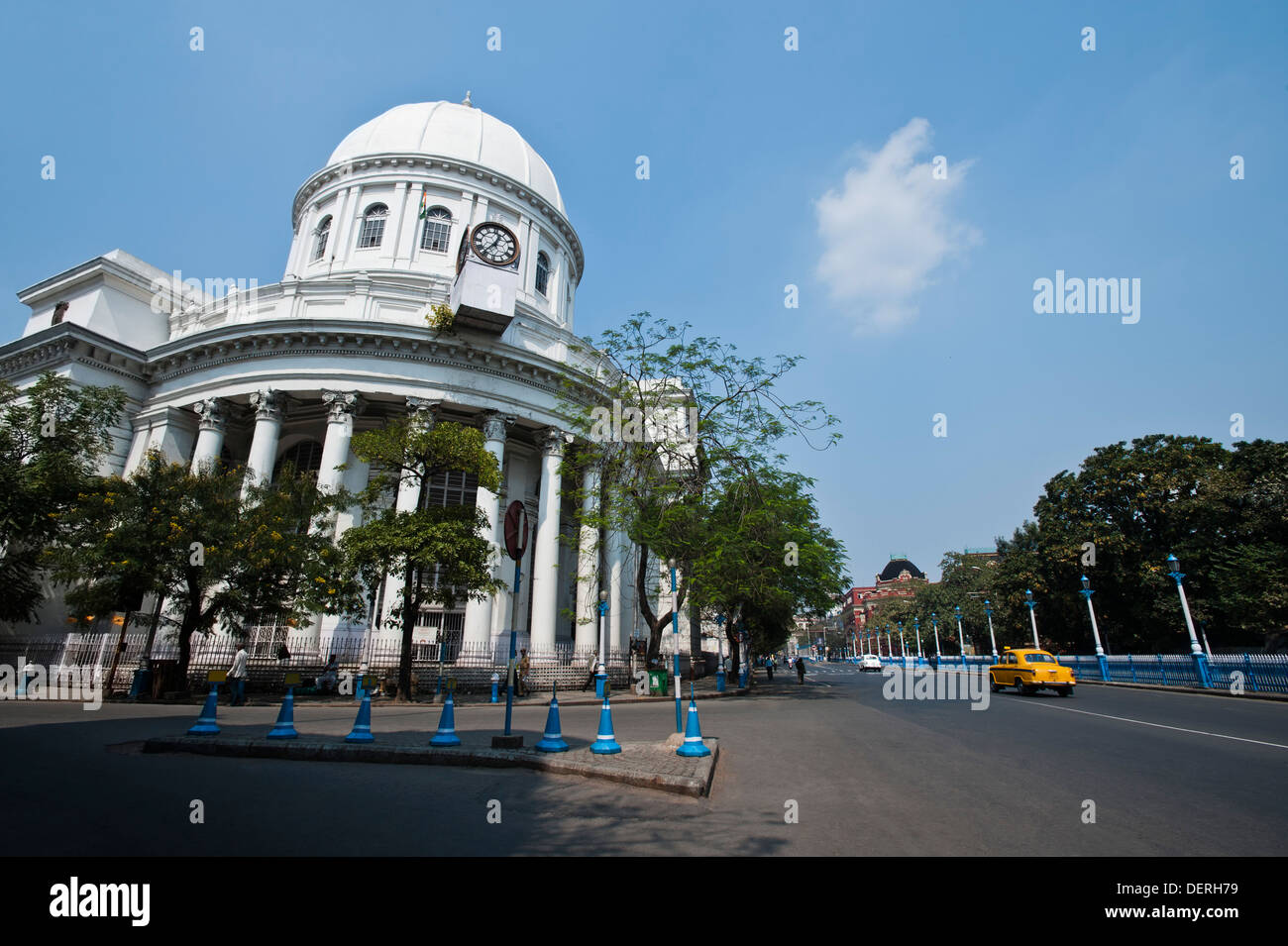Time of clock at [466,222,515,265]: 12:36
